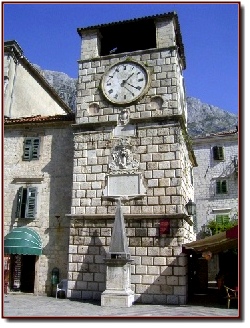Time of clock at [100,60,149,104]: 1:20
